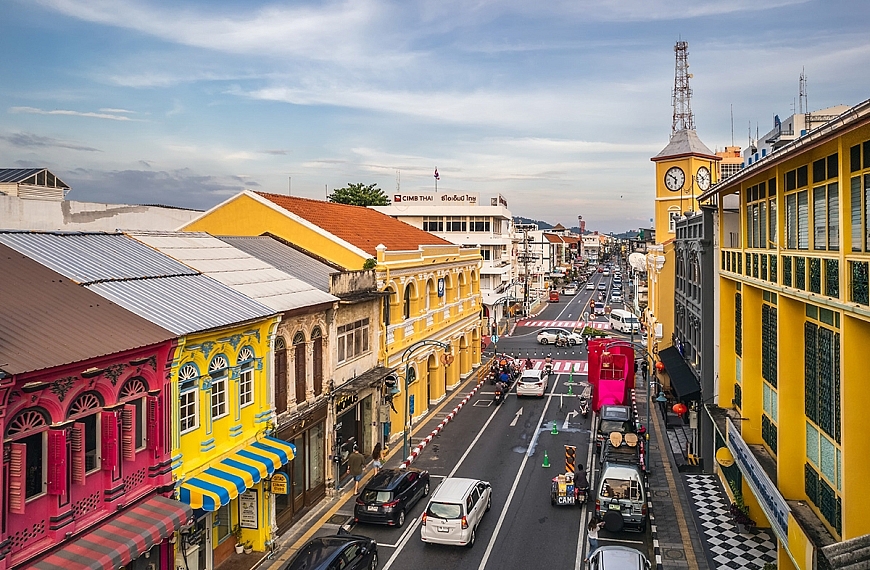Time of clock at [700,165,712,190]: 6:50
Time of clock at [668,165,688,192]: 5:50
